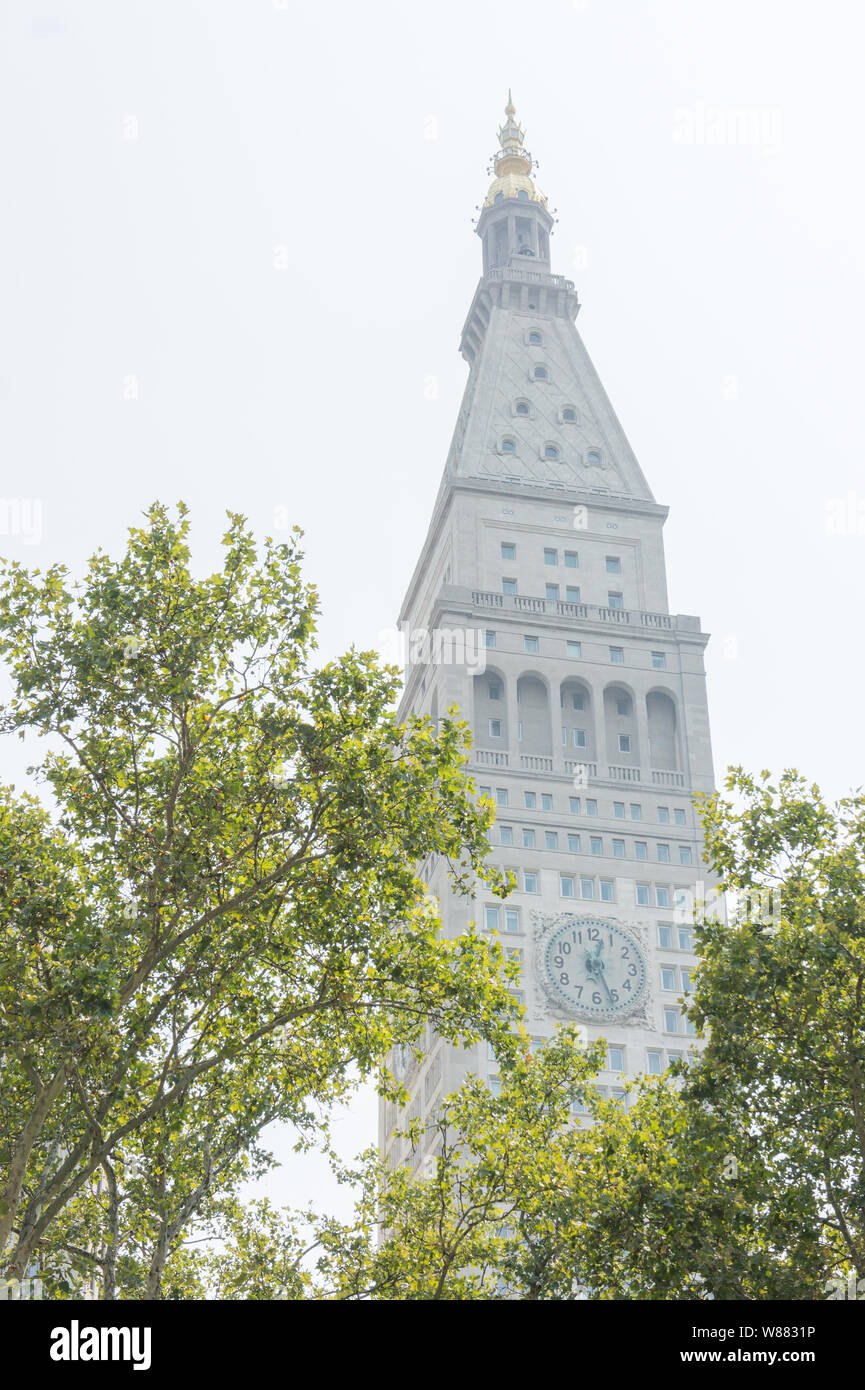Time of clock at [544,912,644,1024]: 12:26
